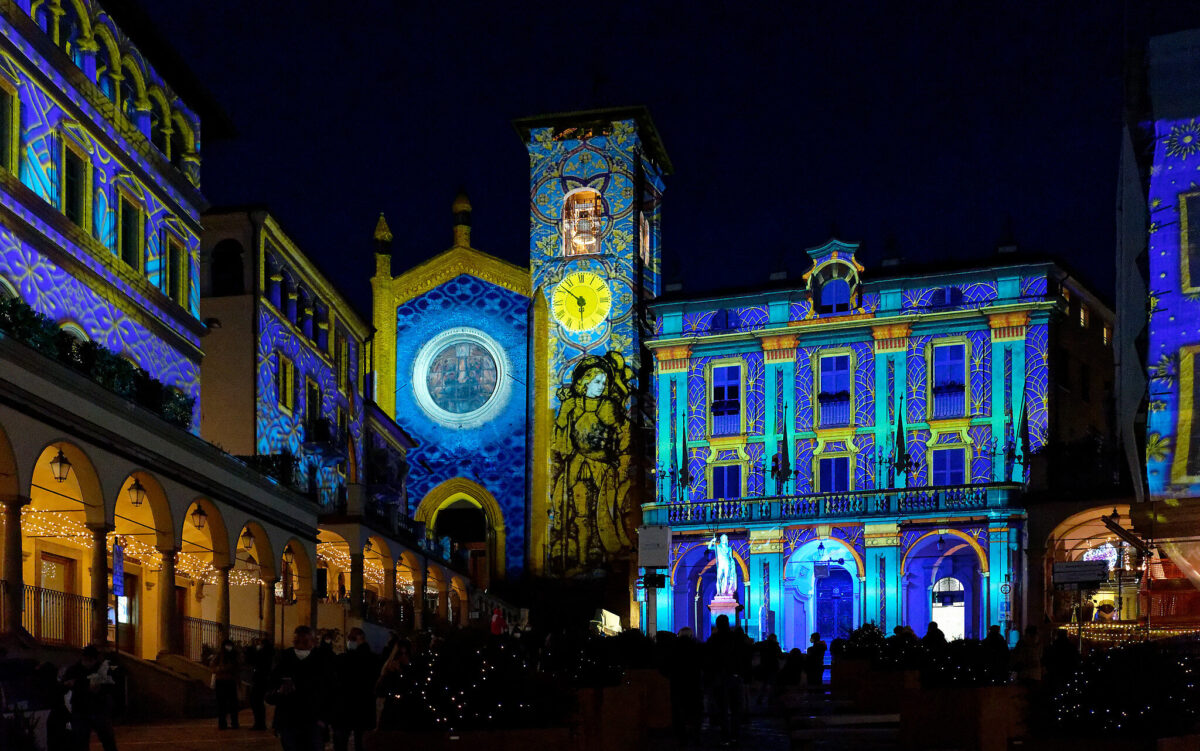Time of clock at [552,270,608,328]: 5:51
